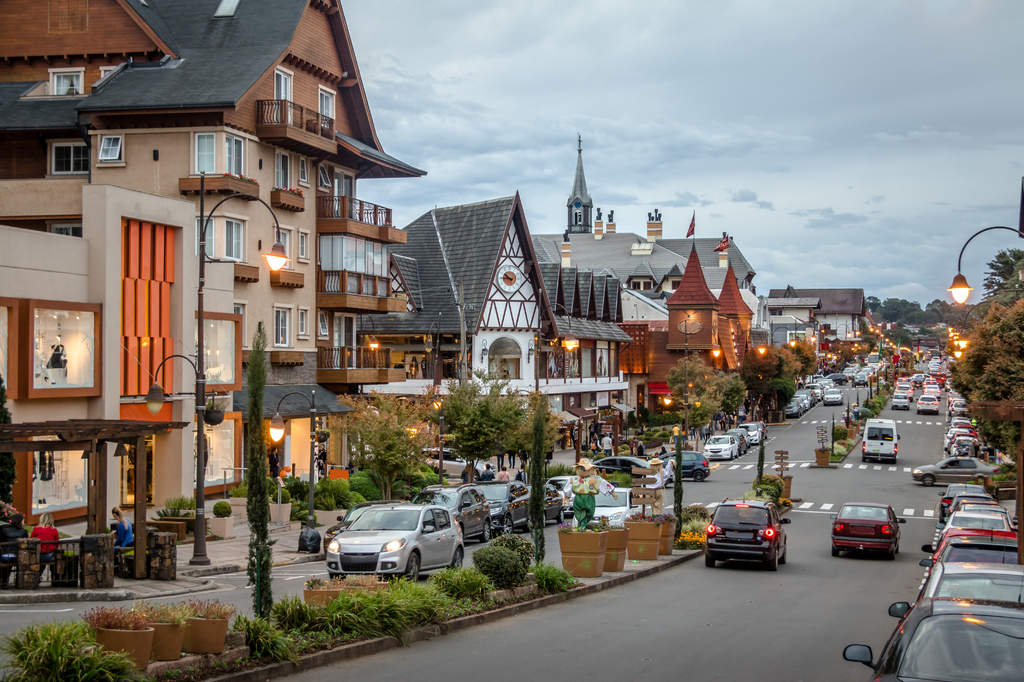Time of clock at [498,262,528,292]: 10:45
